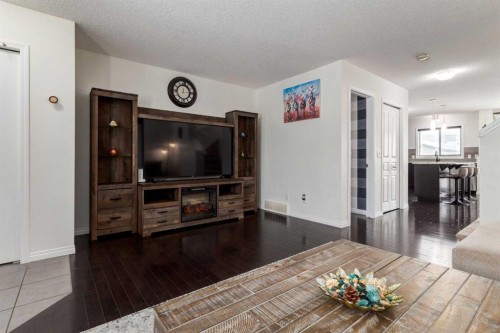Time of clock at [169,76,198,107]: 12:14
